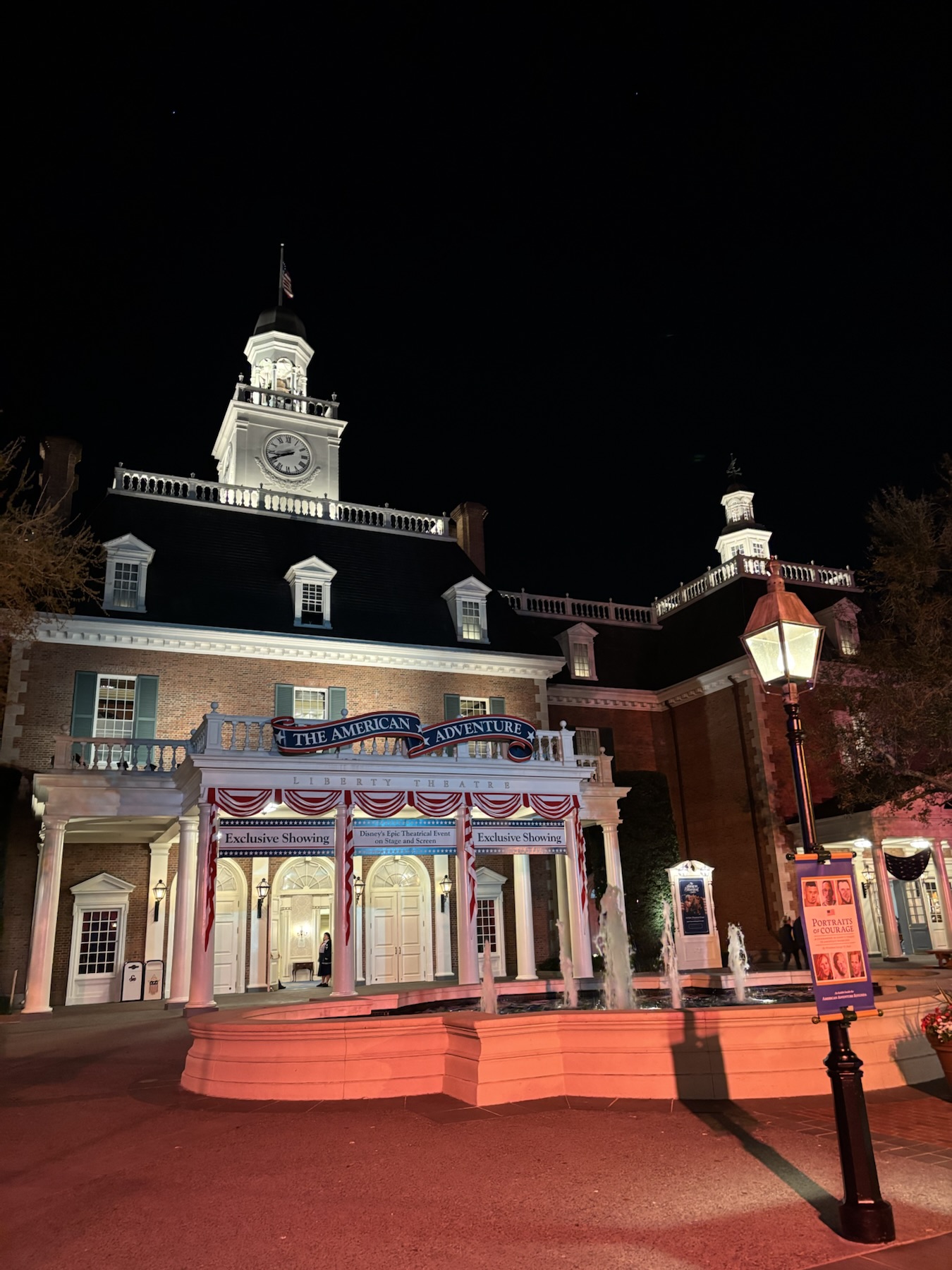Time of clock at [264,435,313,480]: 8:40
